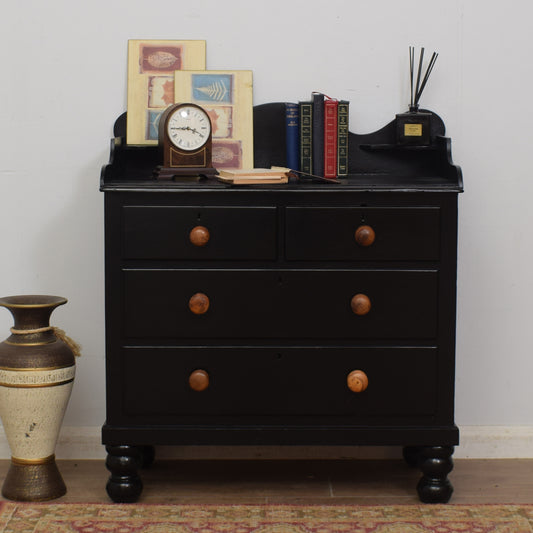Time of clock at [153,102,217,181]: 3:44
